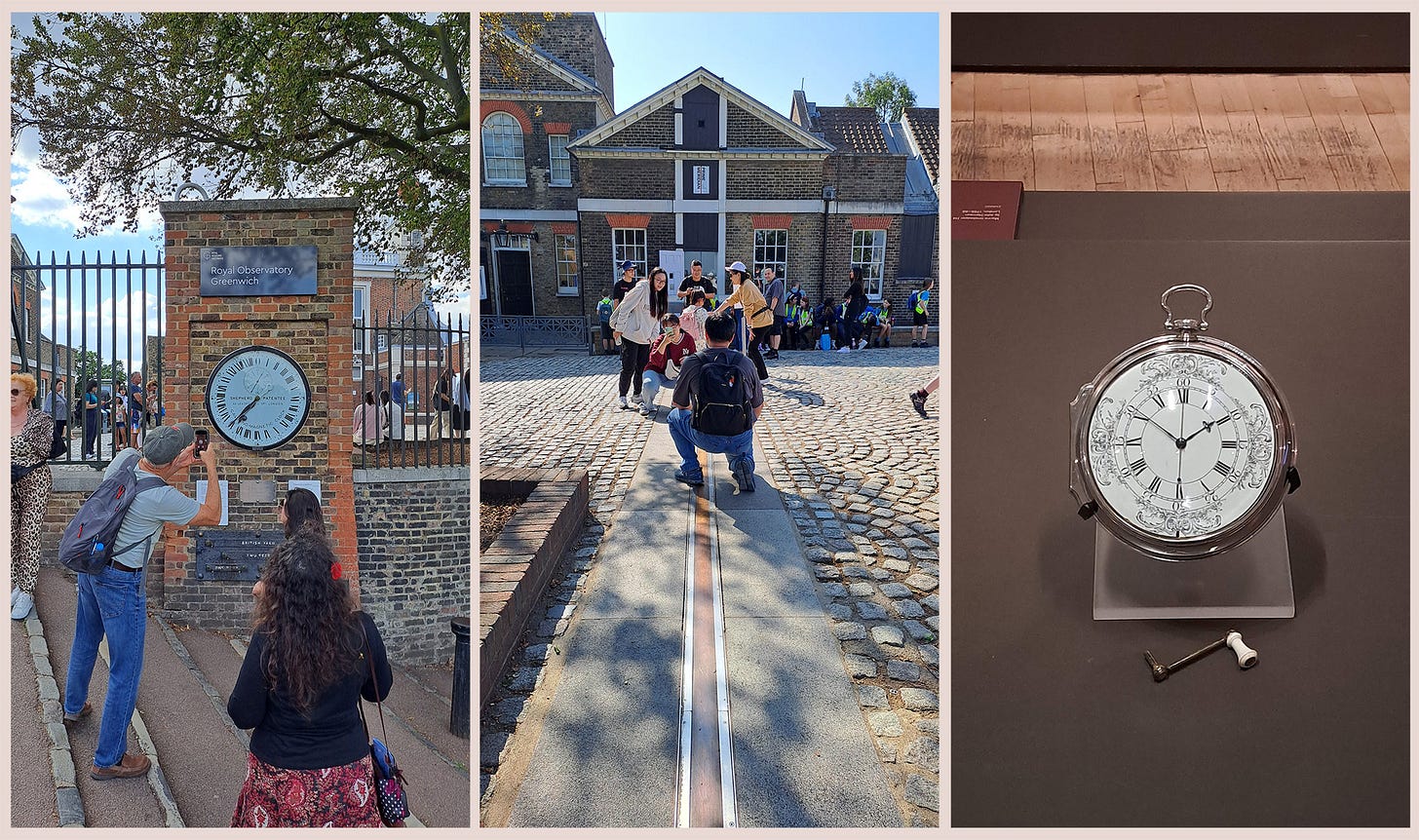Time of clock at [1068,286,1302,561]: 1:50
